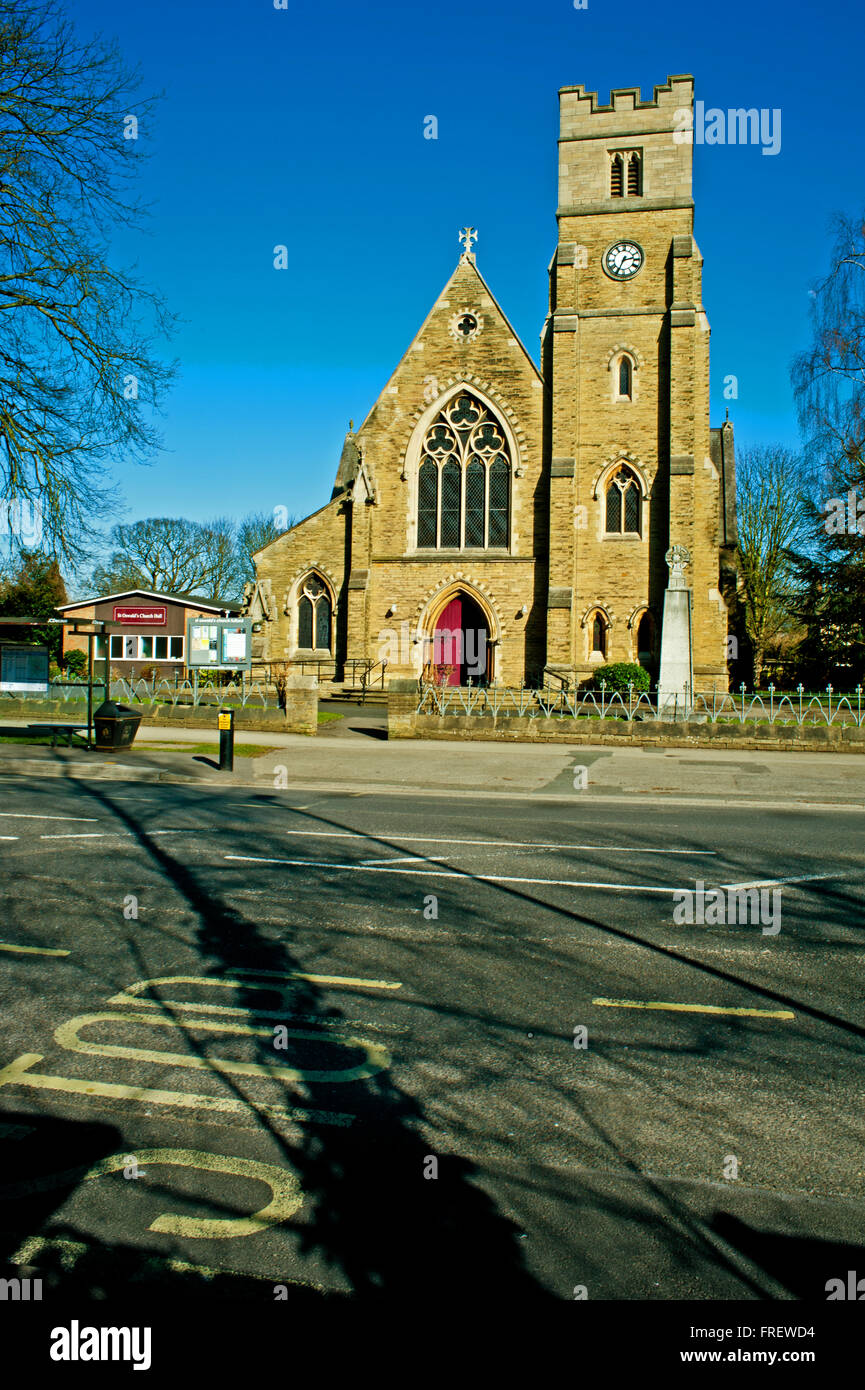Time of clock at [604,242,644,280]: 2:34
